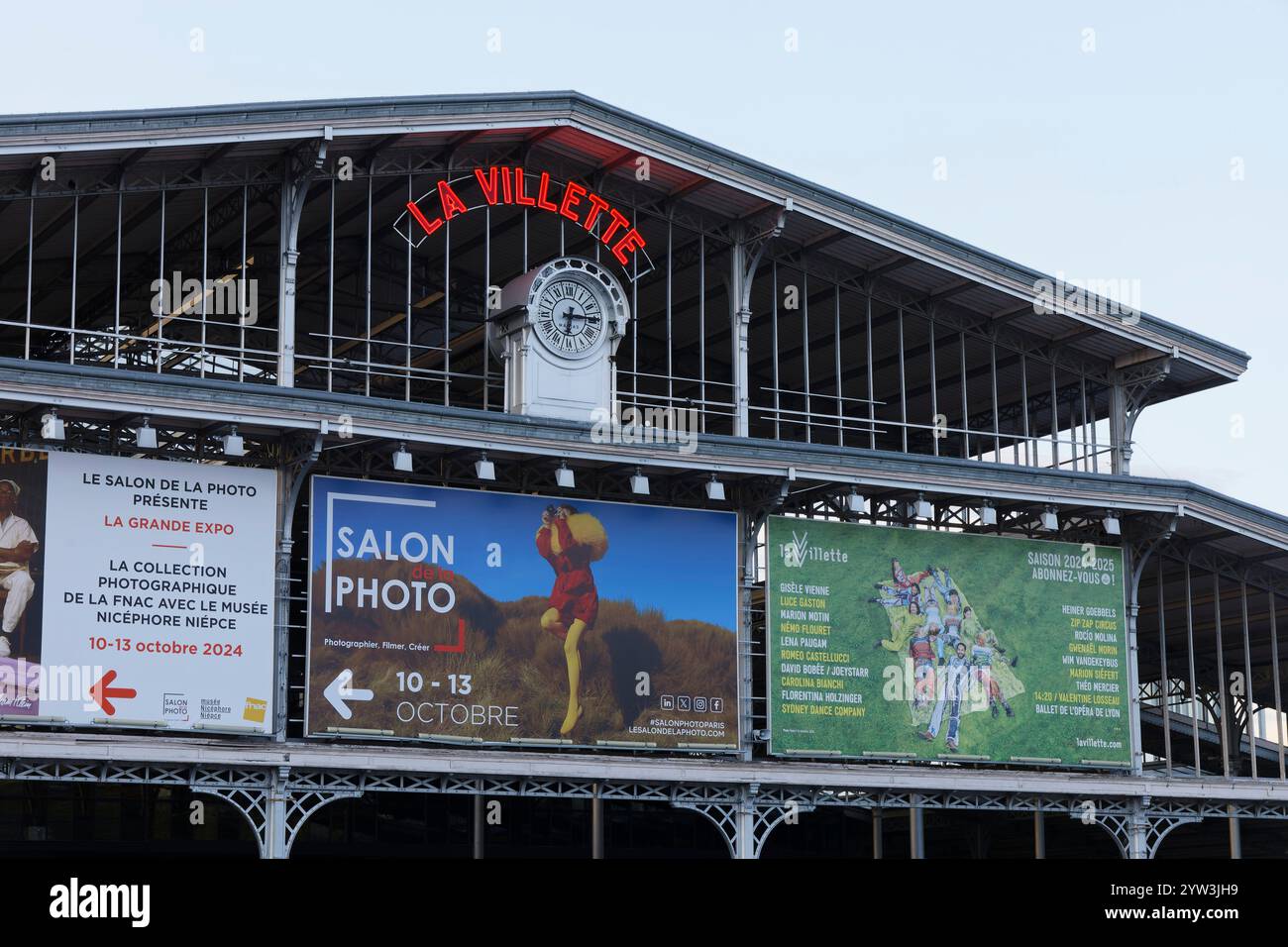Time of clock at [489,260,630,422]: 6:14
